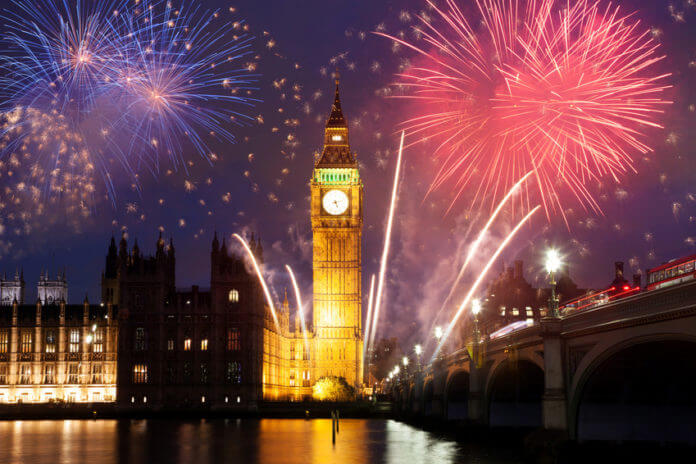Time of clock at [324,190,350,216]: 5:12
